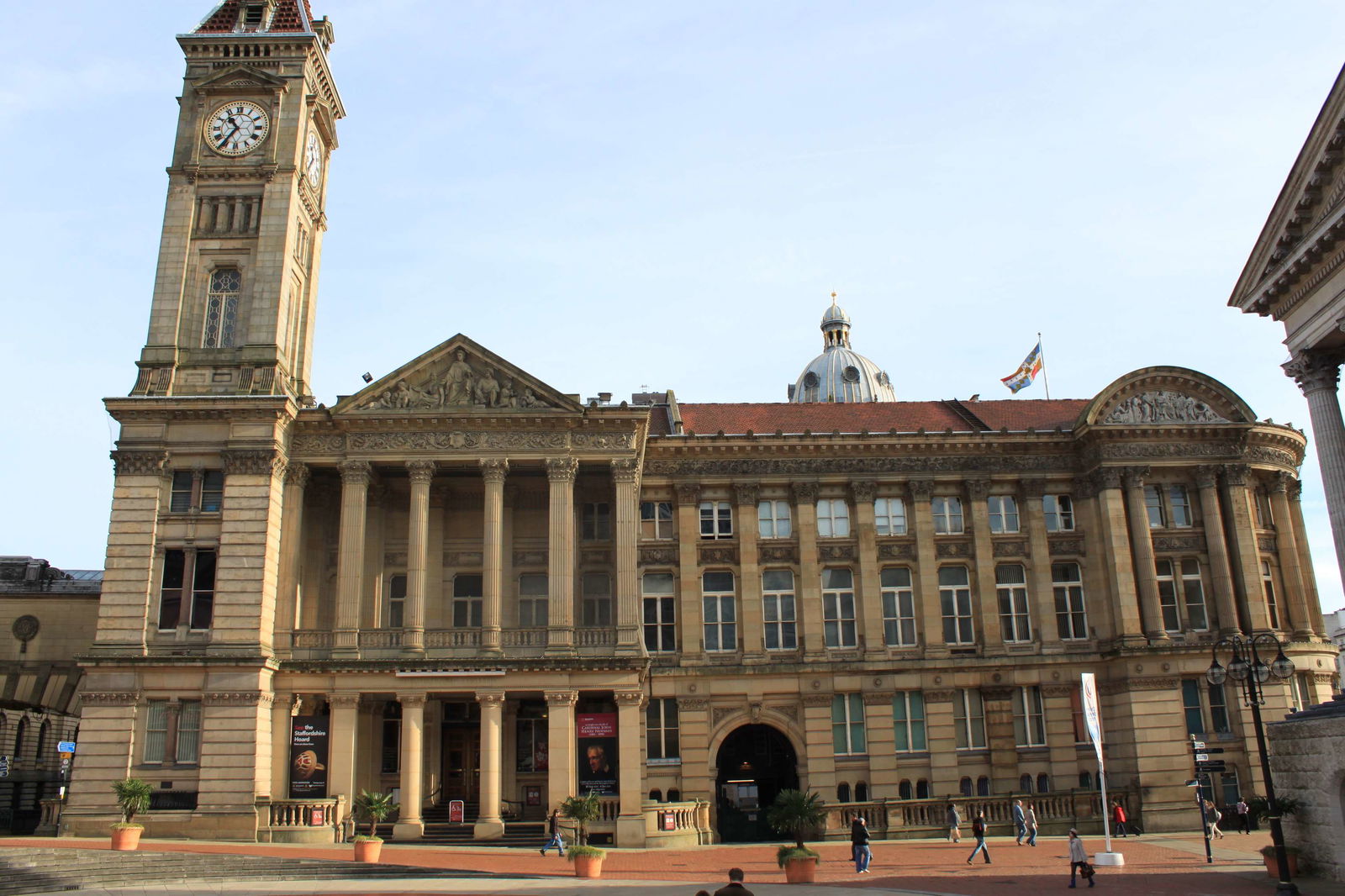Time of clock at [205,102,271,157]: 10:36
